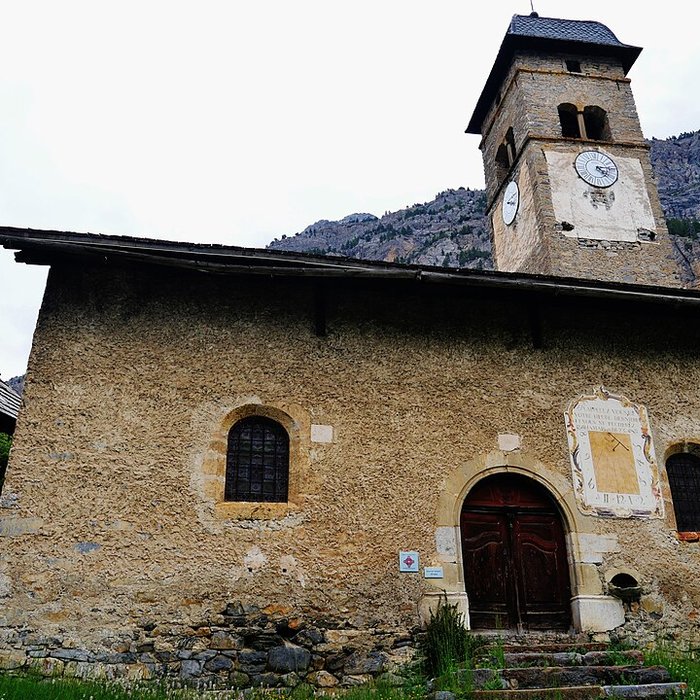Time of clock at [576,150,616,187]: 4:14
